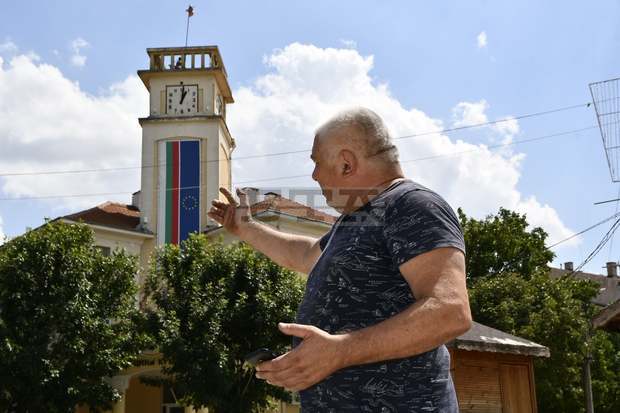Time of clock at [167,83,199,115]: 1:01
